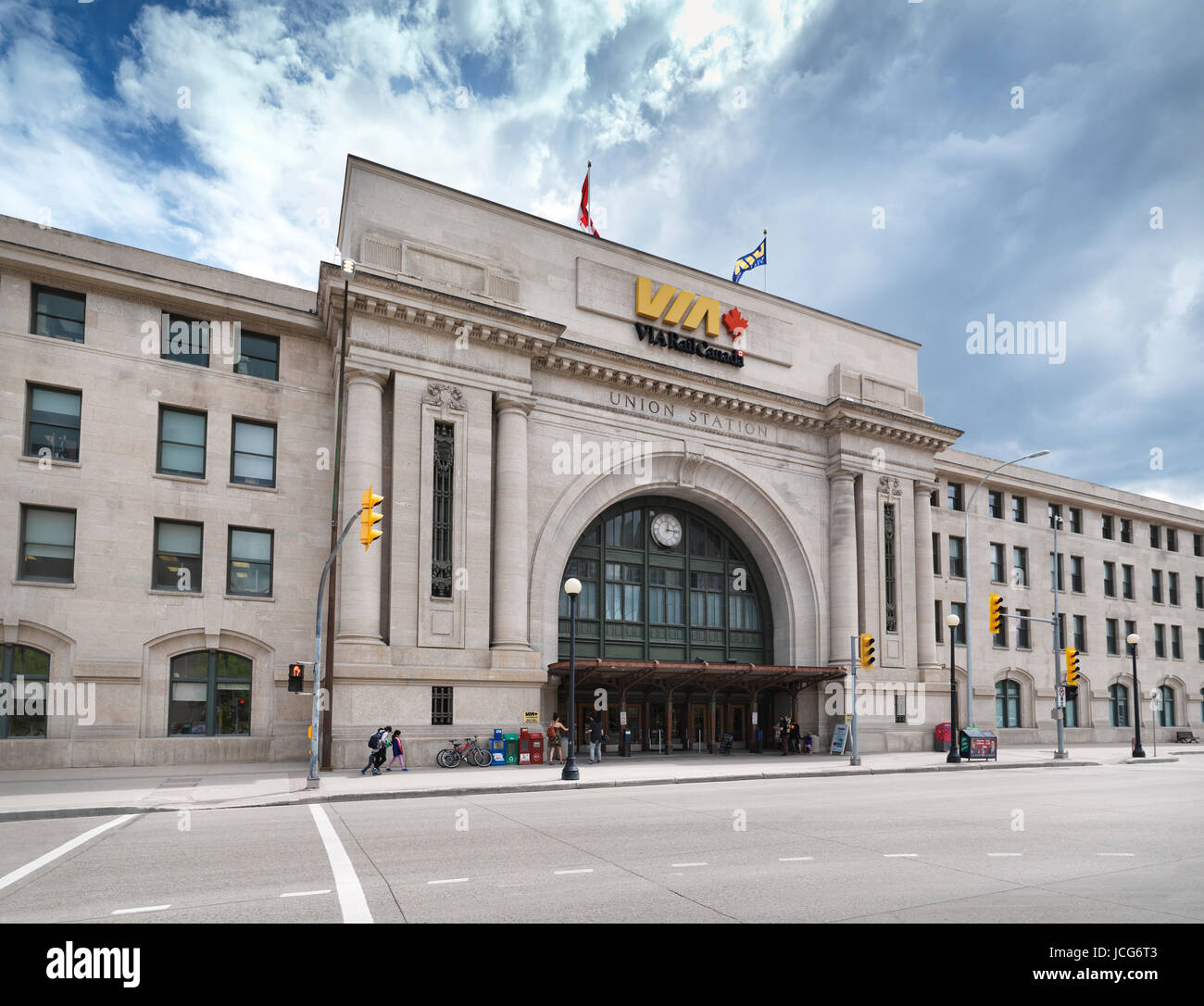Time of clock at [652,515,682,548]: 12:14
